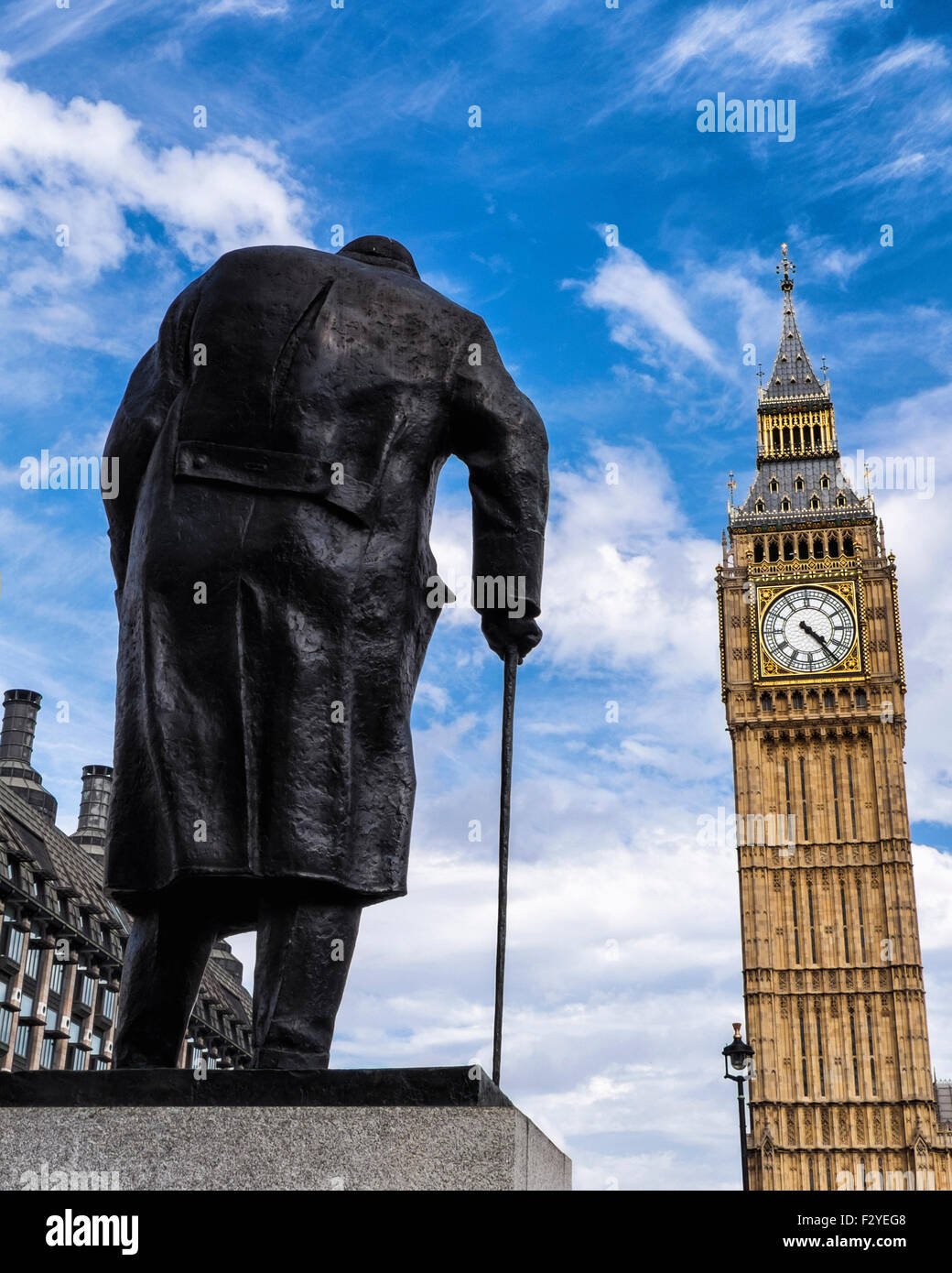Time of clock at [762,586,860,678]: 4:23
